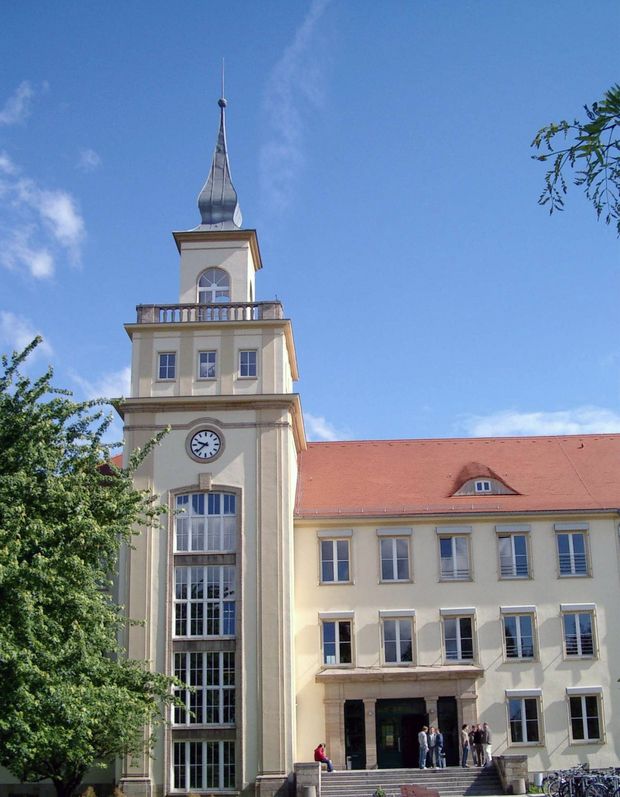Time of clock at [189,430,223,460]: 9:38
